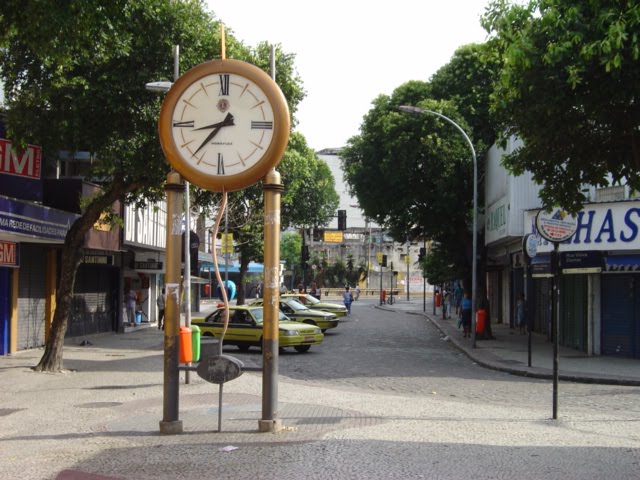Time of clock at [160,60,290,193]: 8:36
